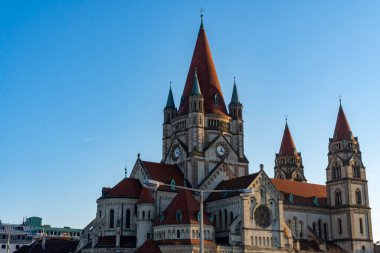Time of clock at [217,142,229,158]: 4:04
